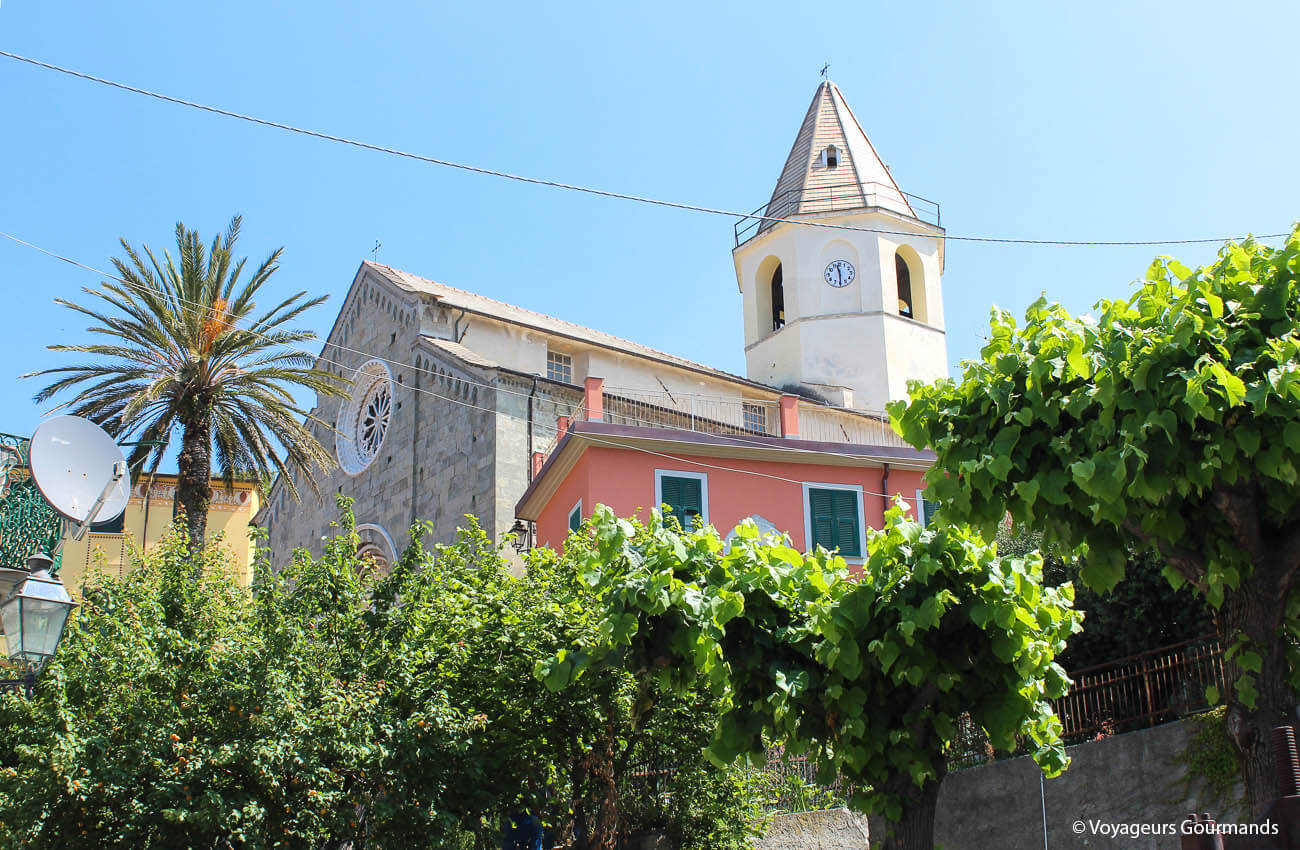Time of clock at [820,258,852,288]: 11:29
